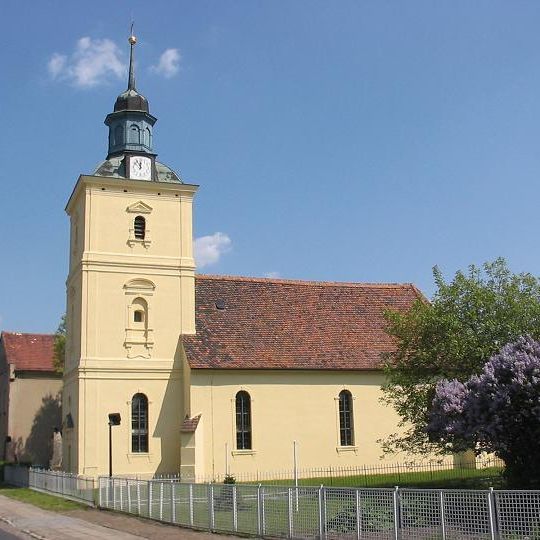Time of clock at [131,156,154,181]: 11:53
